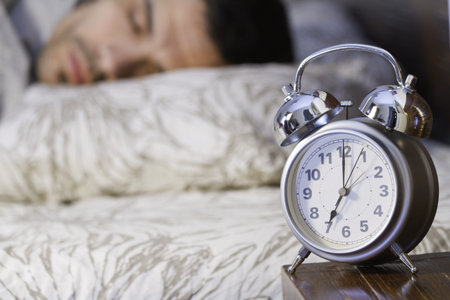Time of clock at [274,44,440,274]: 7:00
